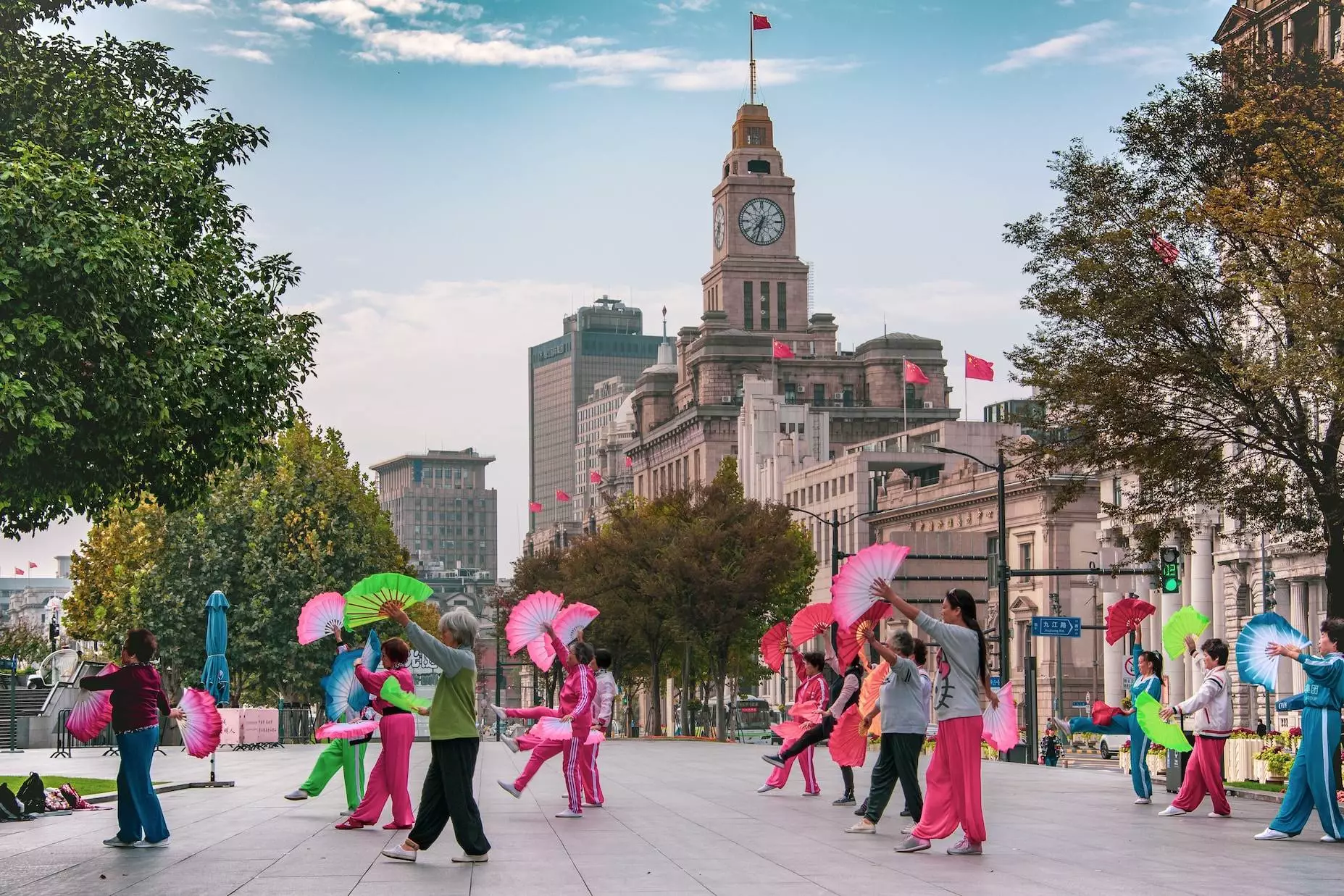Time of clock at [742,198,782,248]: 7:32
